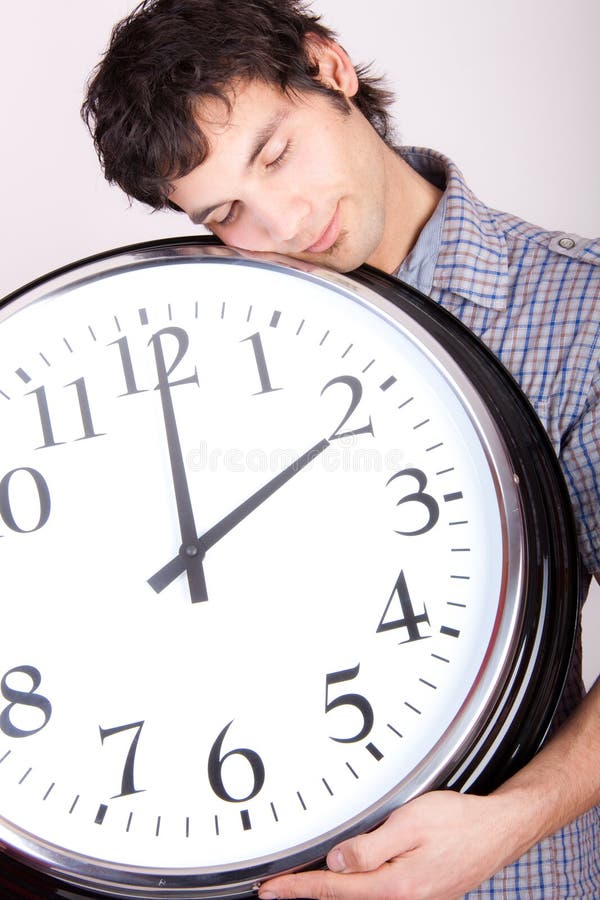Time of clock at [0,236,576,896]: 2:00
